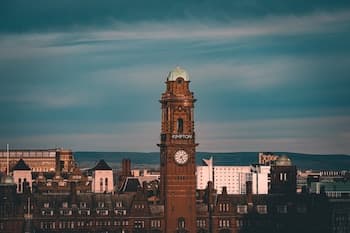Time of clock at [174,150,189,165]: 5:08
